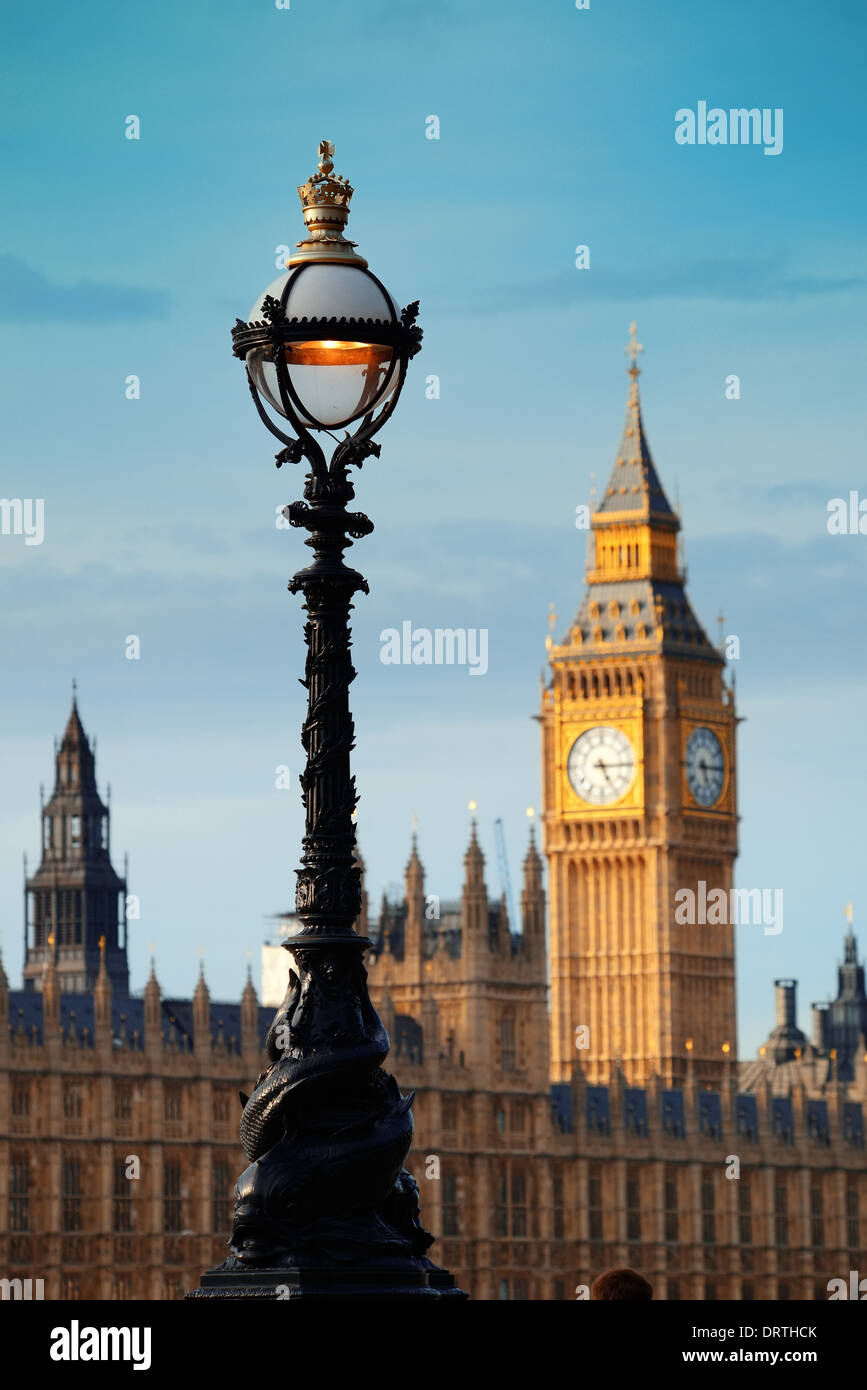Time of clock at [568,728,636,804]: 5:14
